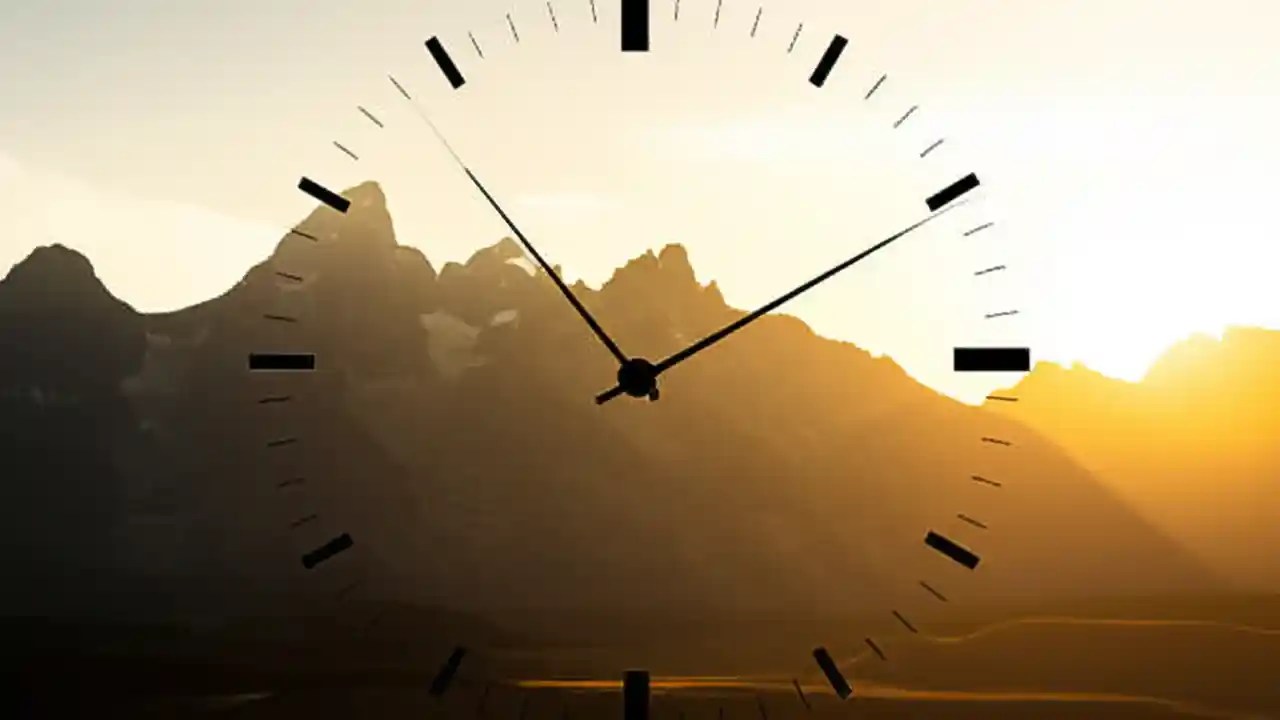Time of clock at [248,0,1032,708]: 1:53
